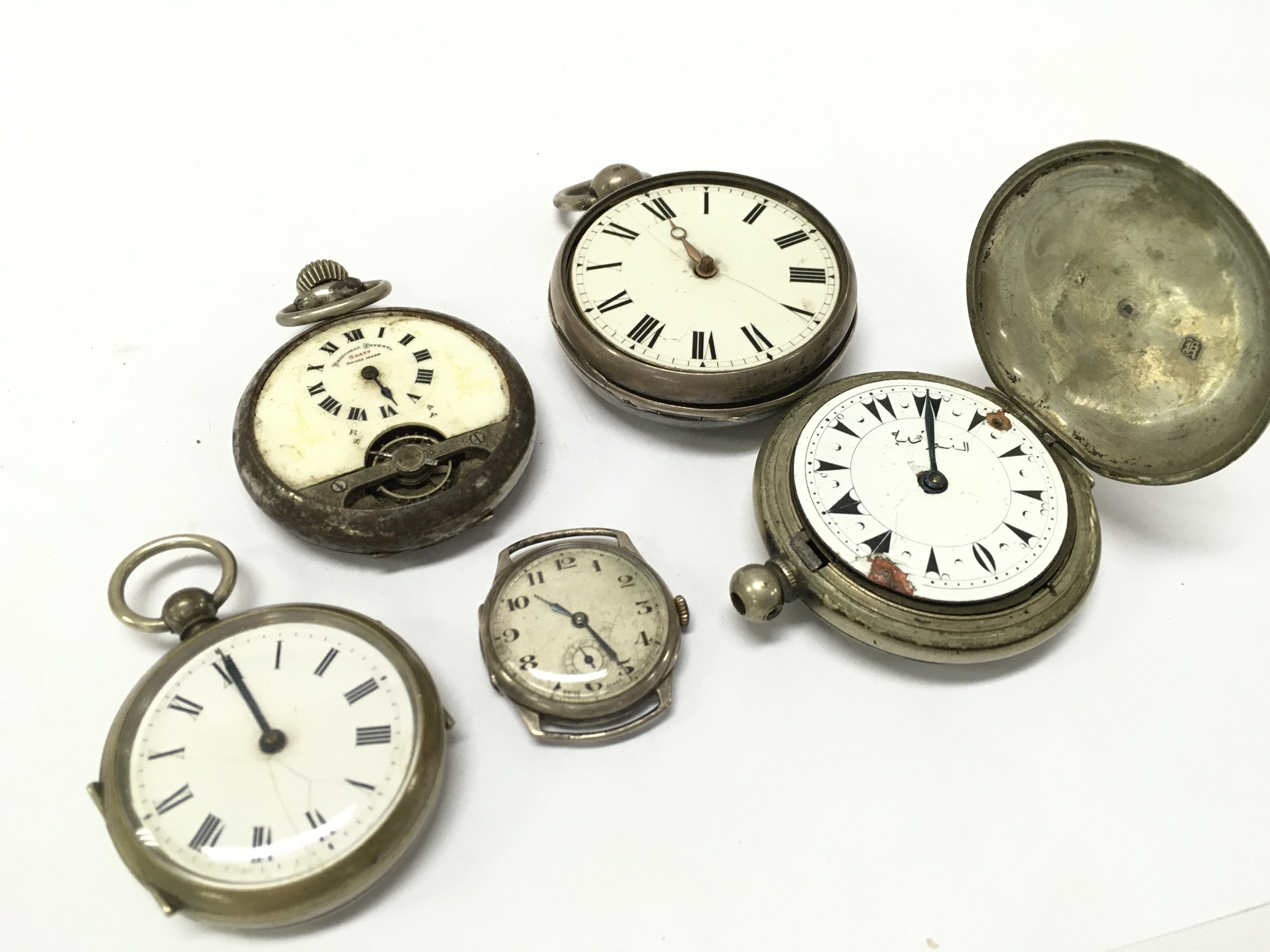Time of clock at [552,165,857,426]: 10:55
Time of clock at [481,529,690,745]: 10:25
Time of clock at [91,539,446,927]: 10:55
